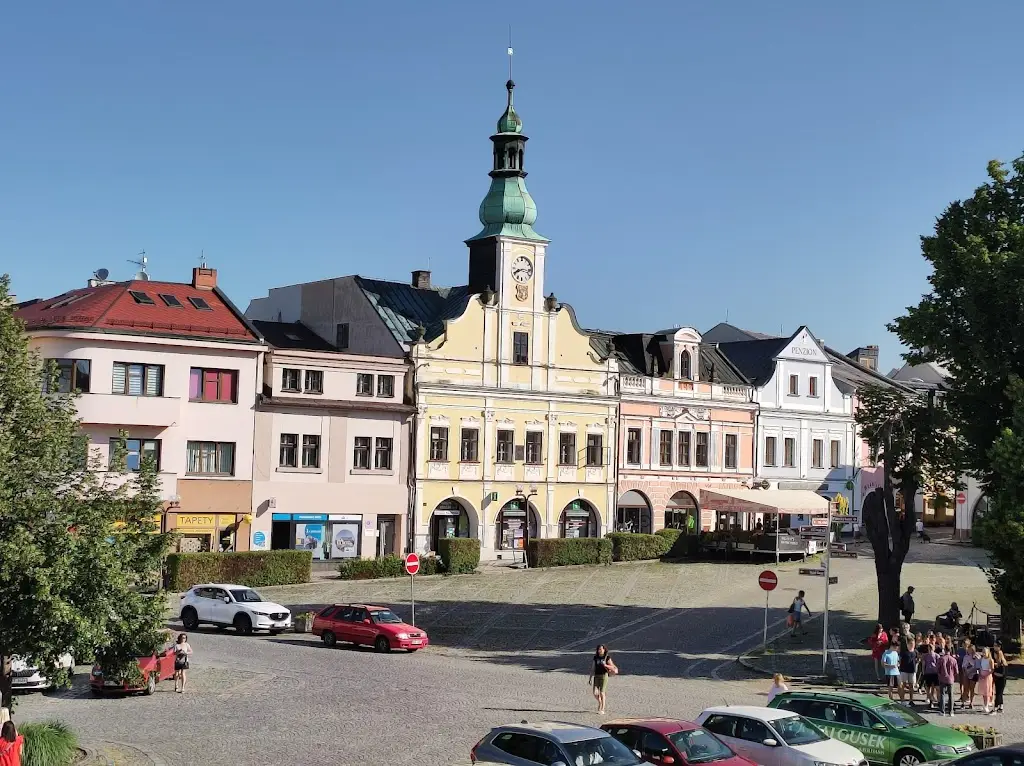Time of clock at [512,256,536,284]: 8:16
